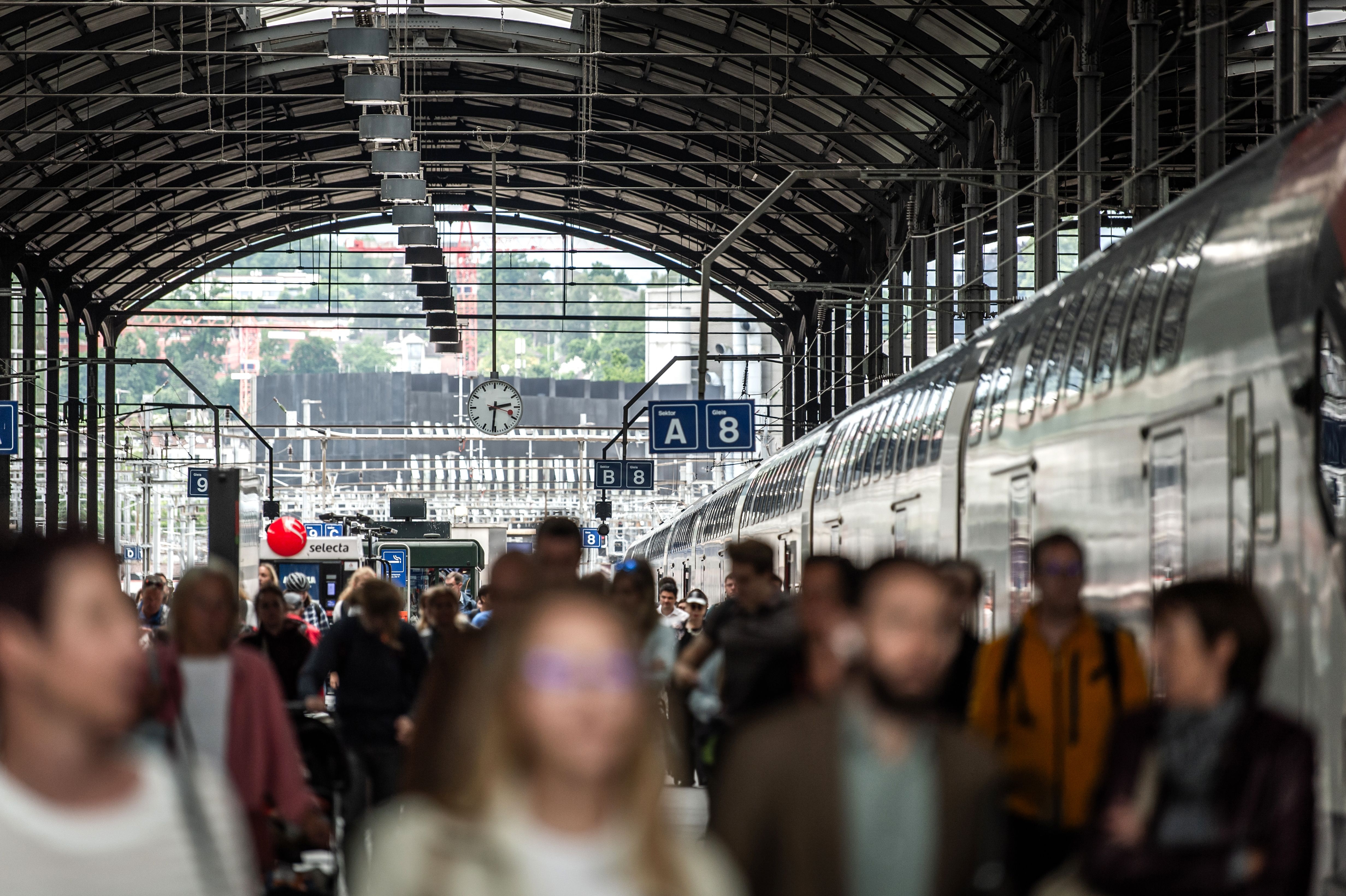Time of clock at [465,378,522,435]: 2:31
